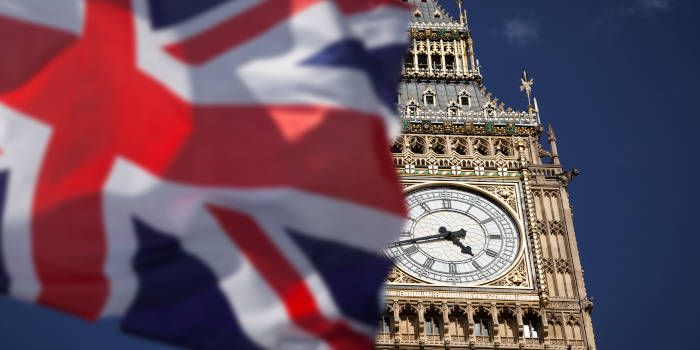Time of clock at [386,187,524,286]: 4:42
